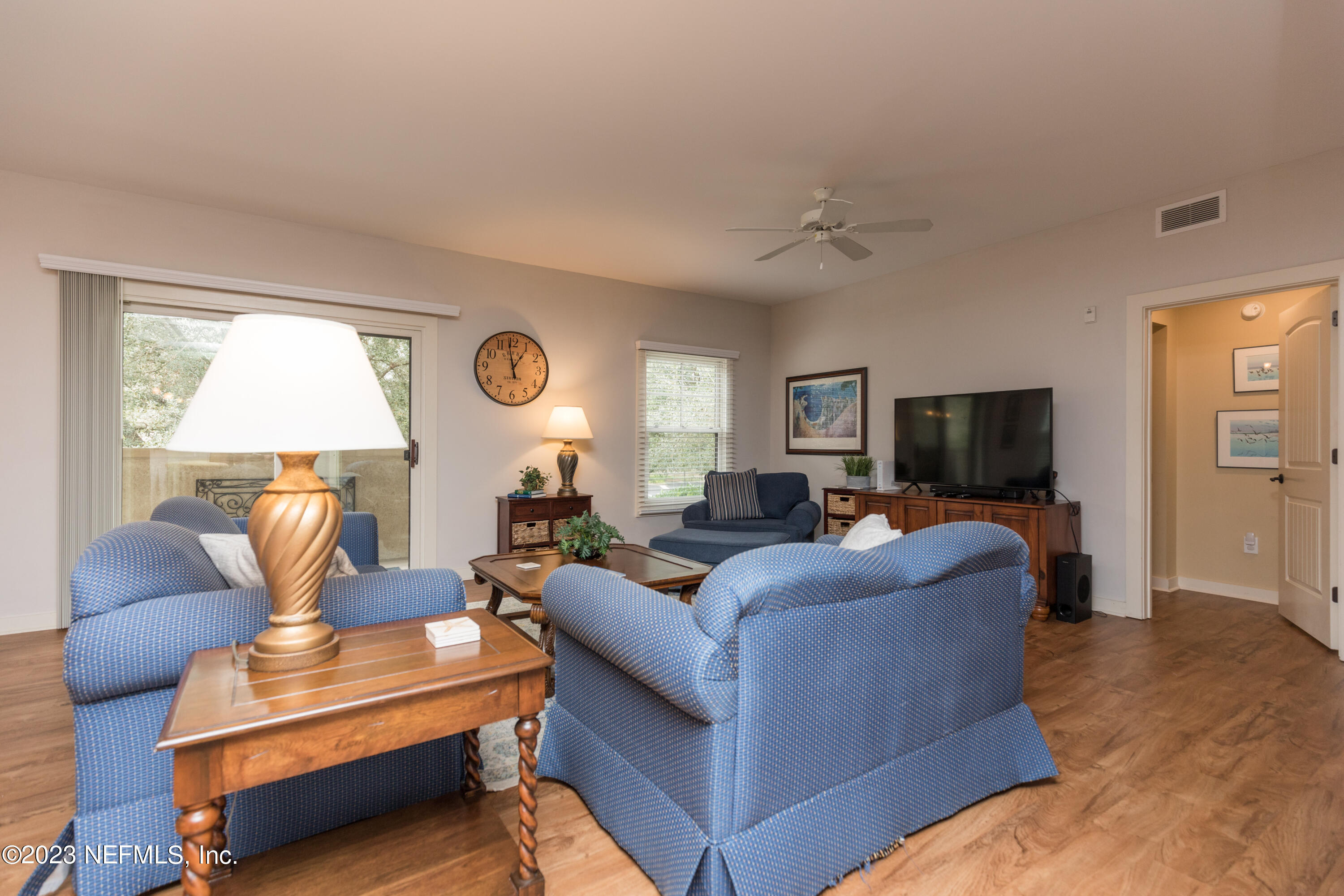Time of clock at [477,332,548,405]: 12:58
